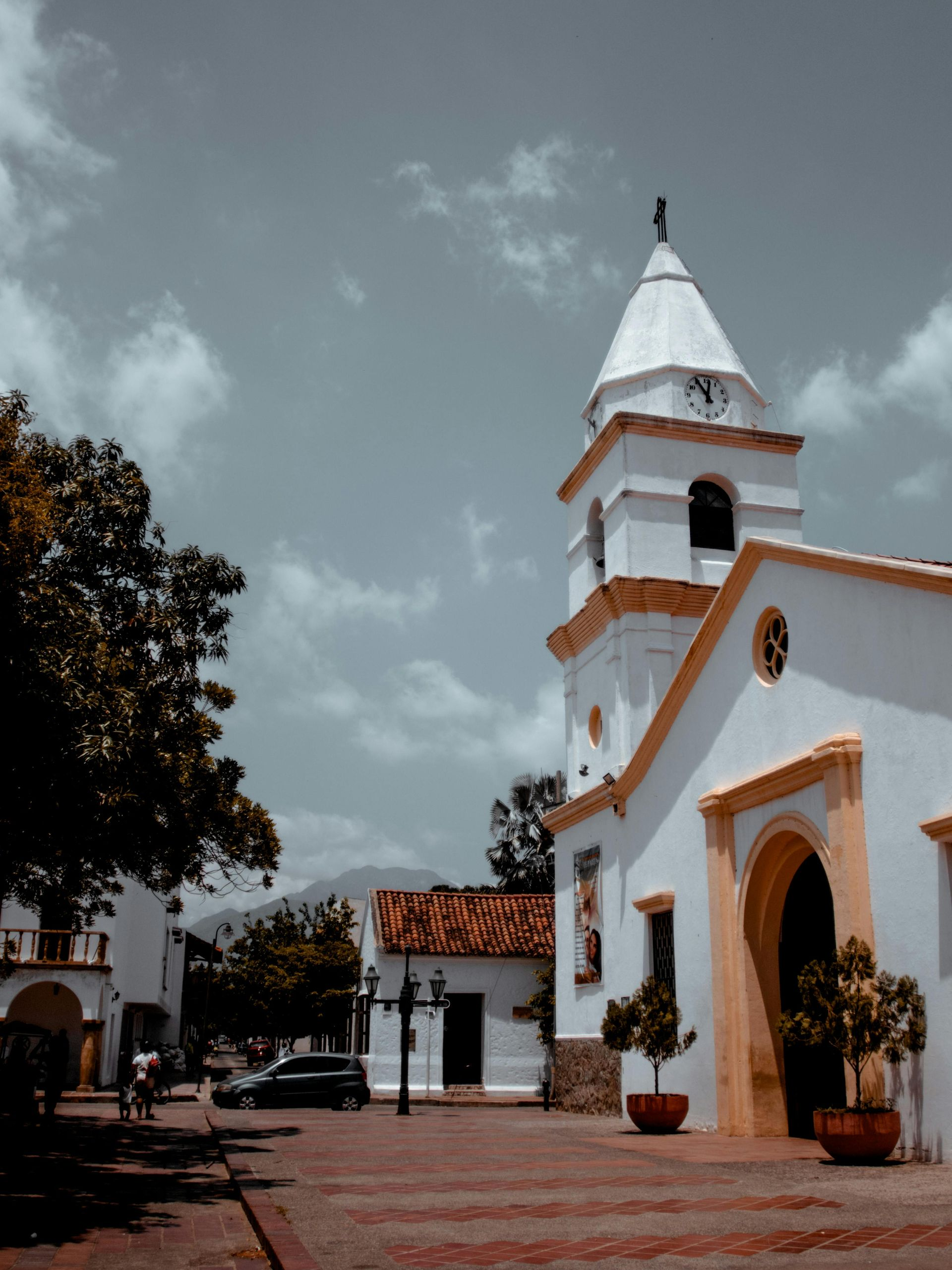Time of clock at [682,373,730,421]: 11:01
